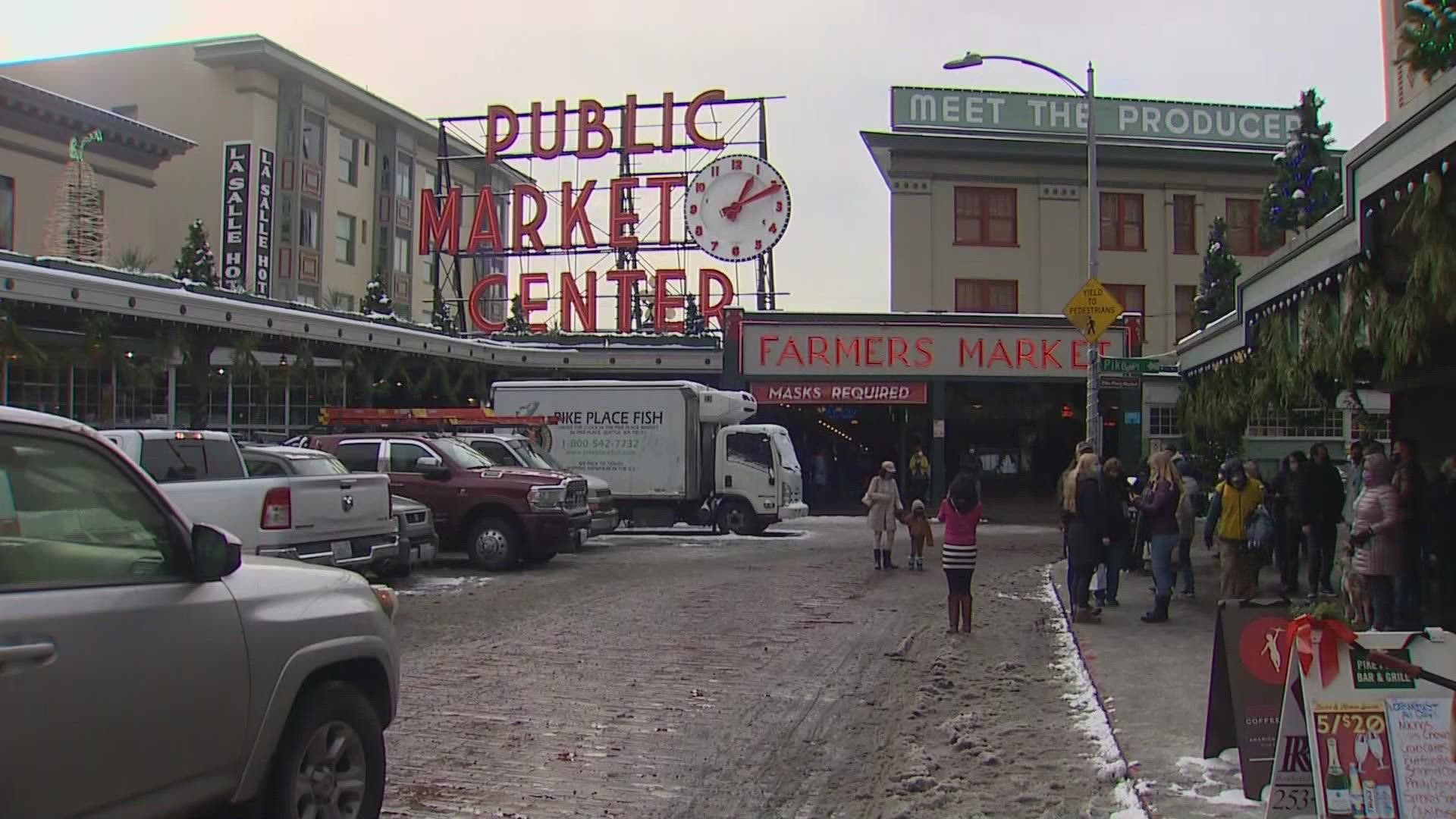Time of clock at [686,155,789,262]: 1:10
